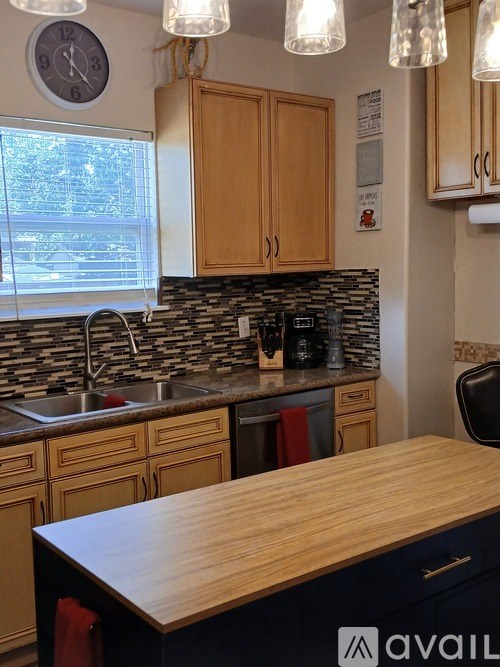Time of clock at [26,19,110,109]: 12:24
